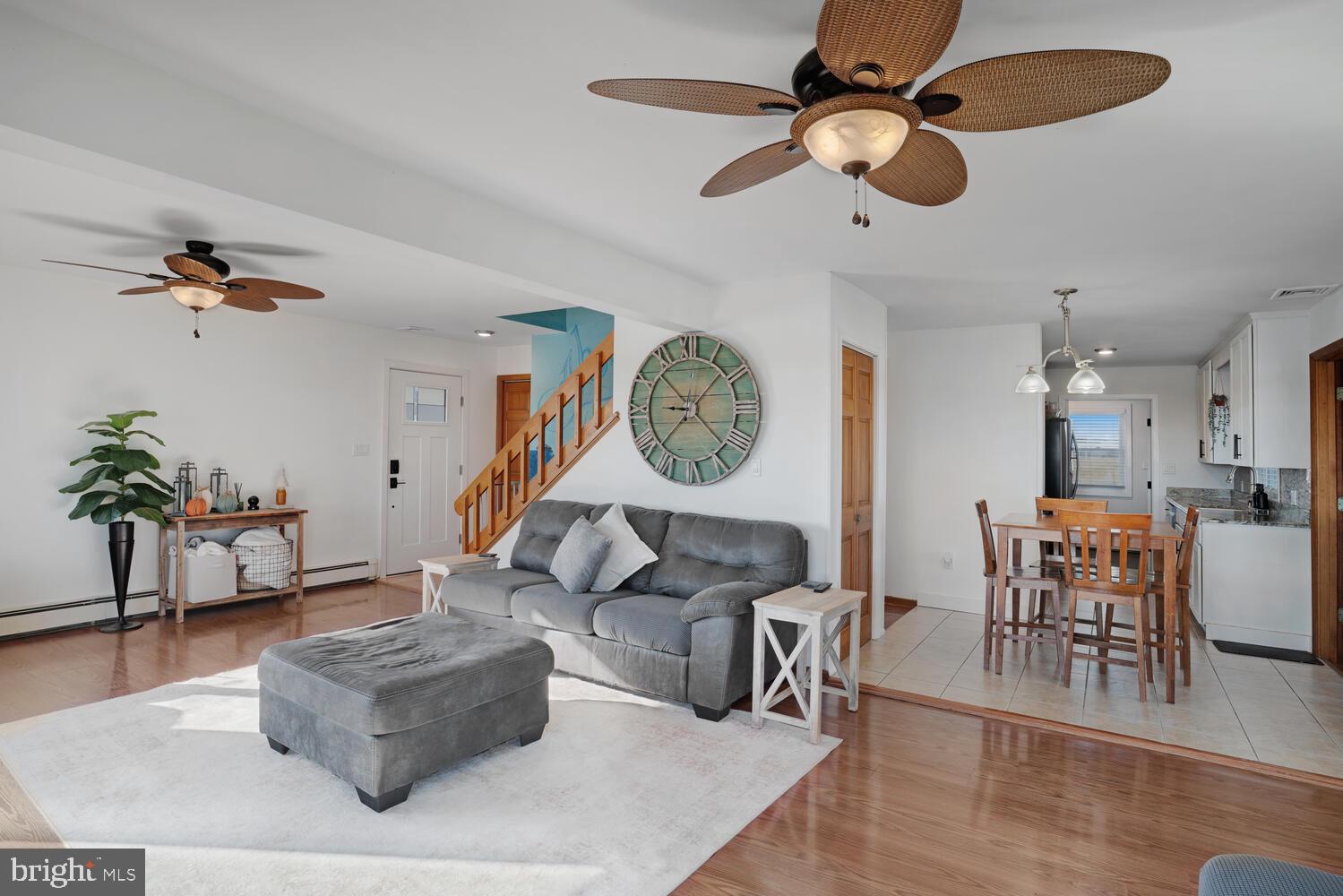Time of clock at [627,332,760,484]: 9:07
